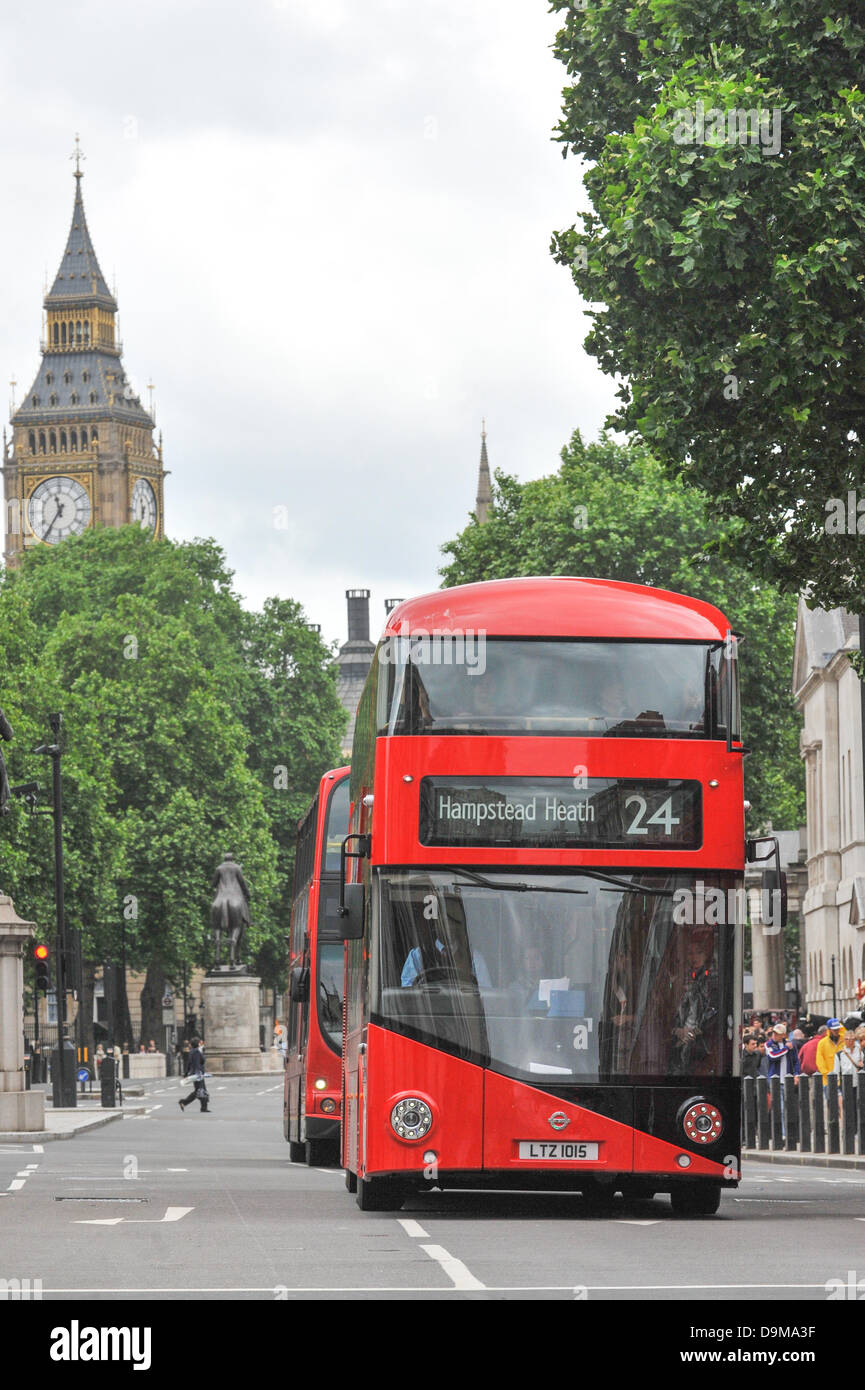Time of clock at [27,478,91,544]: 11:35
